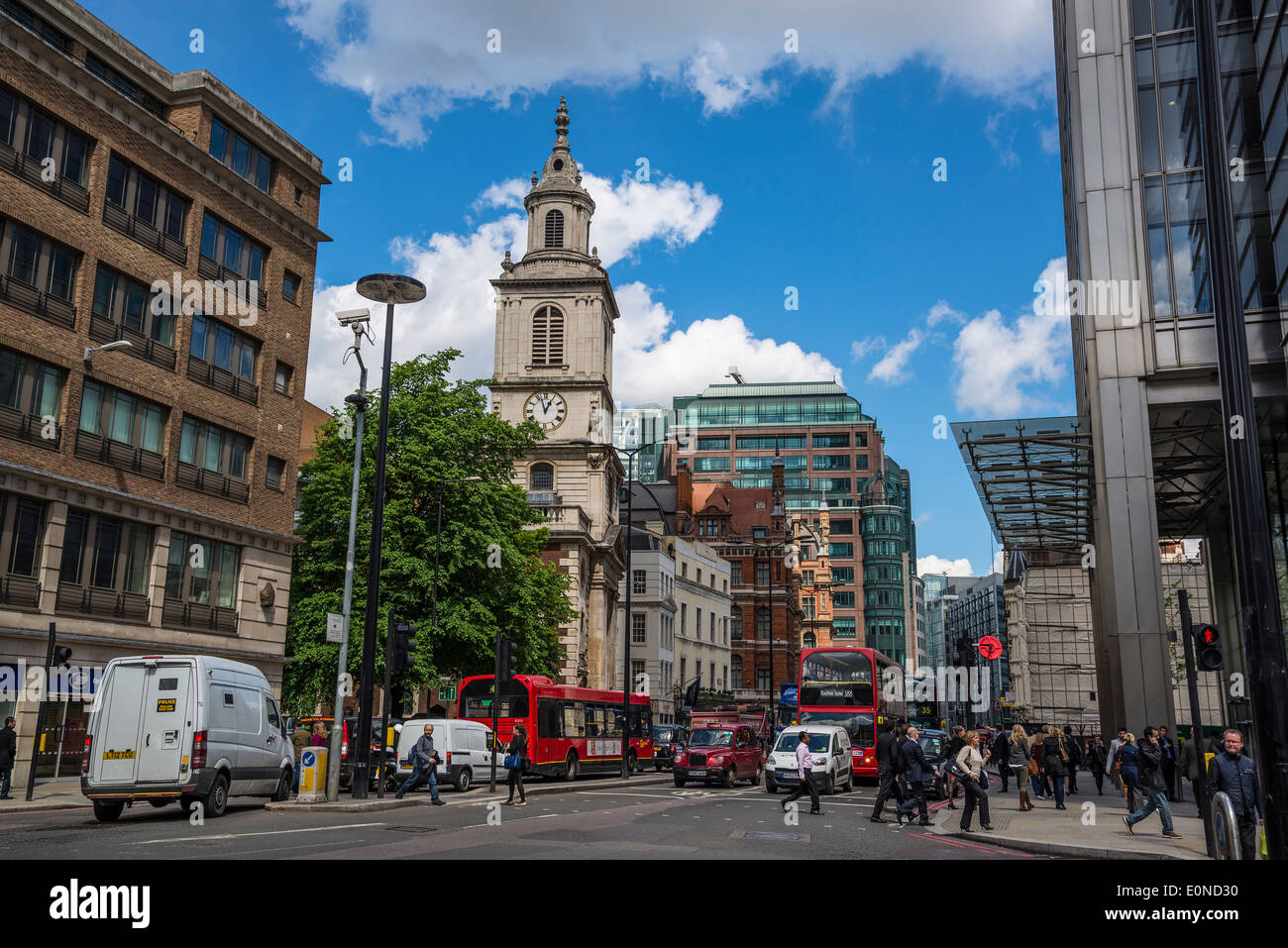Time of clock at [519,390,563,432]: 12:57
